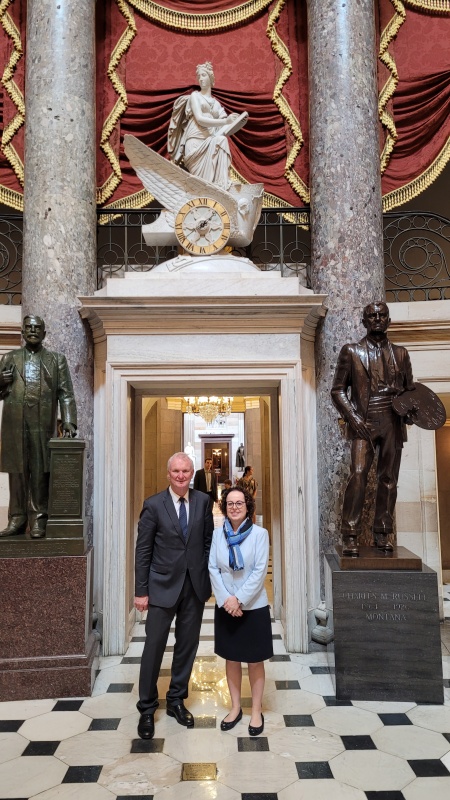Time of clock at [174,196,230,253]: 8:07
